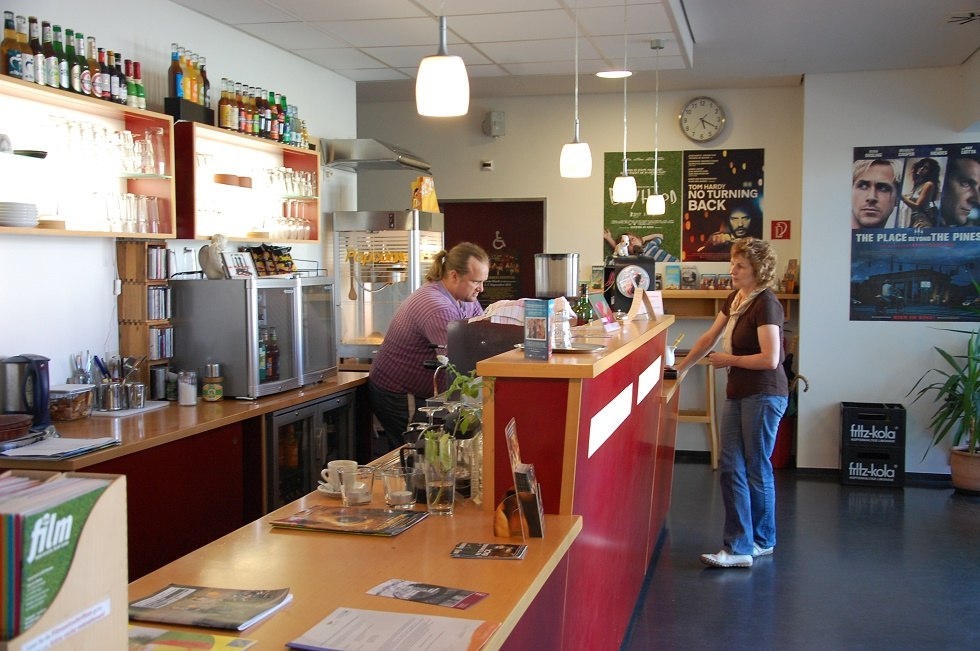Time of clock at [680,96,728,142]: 5:19
